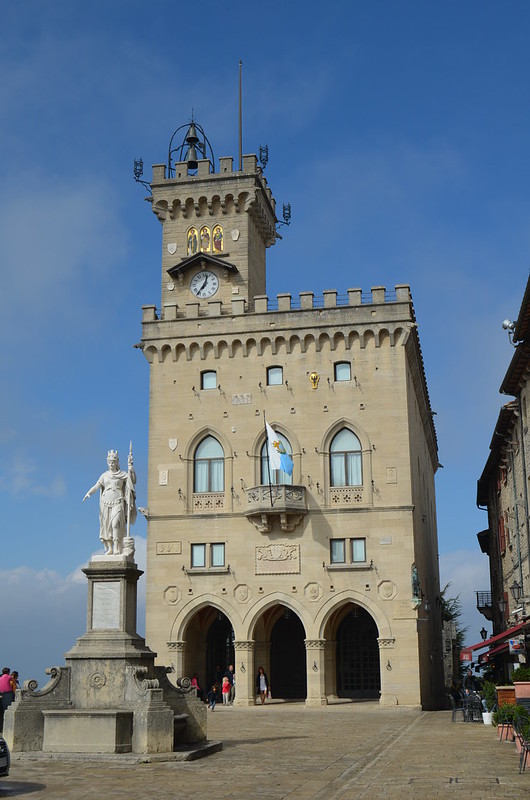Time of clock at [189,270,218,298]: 12:36
